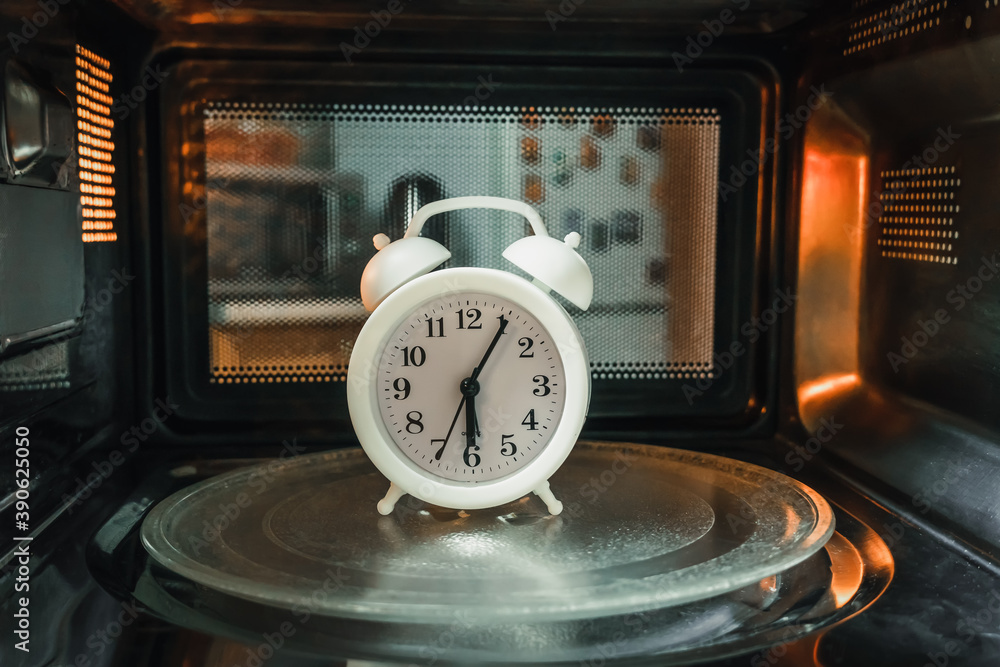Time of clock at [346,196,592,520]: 6:05
